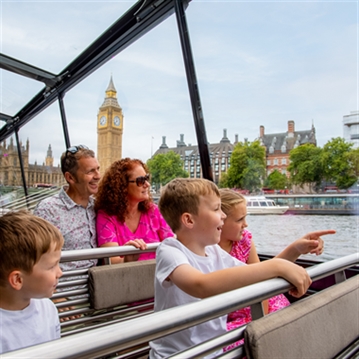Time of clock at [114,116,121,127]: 7:37
